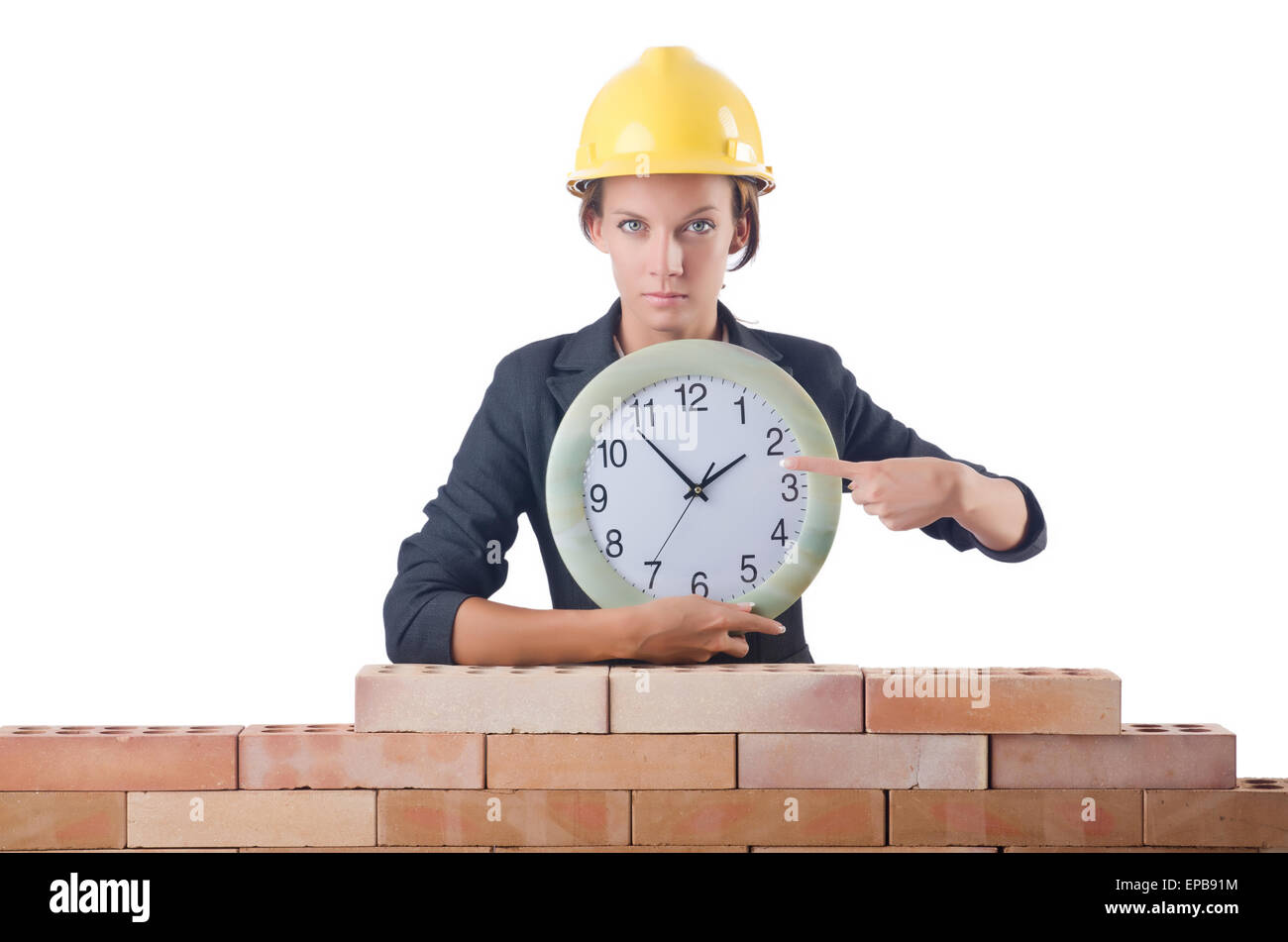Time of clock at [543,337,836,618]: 1:53
